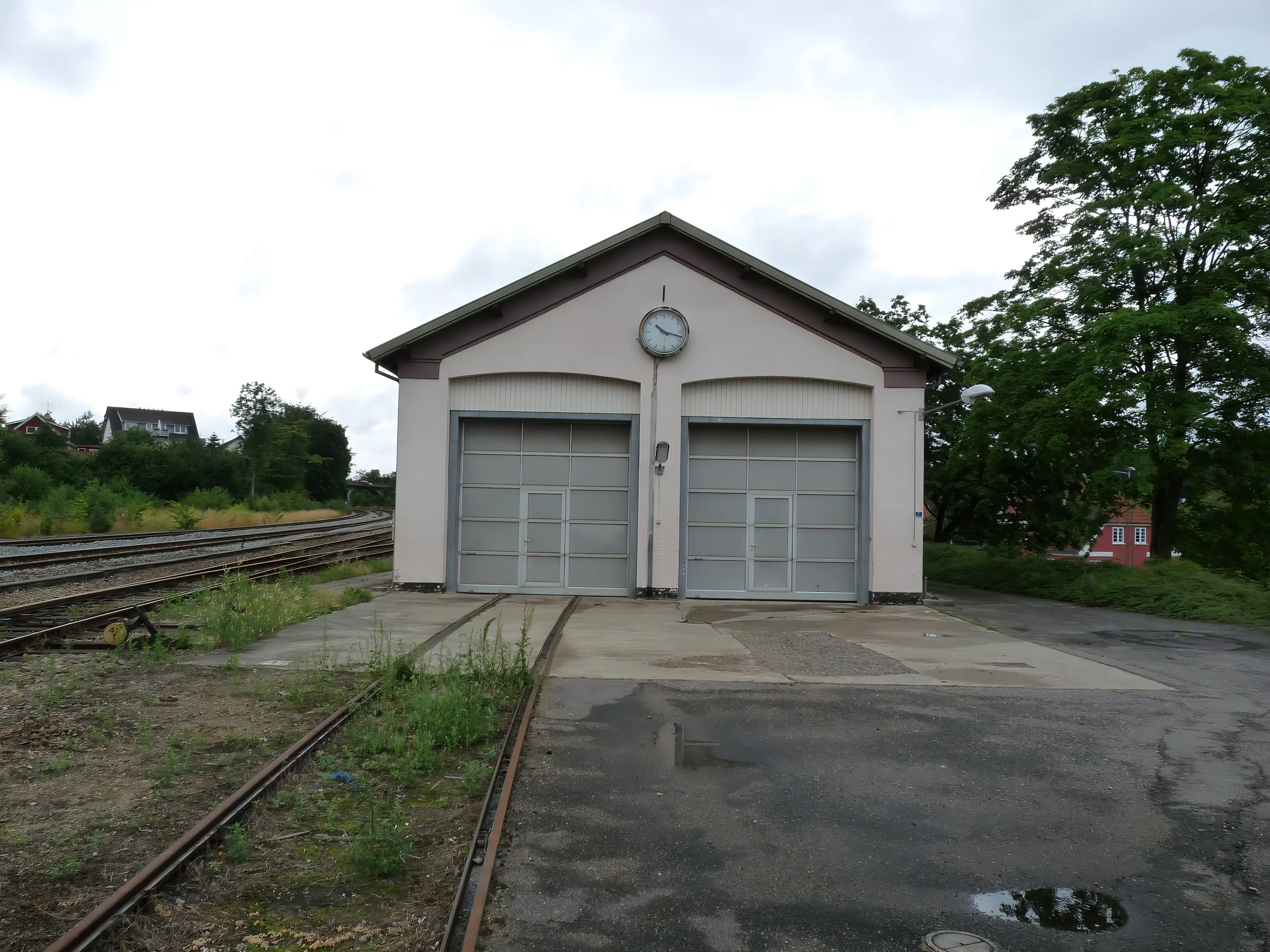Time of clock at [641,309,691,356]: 10:17
